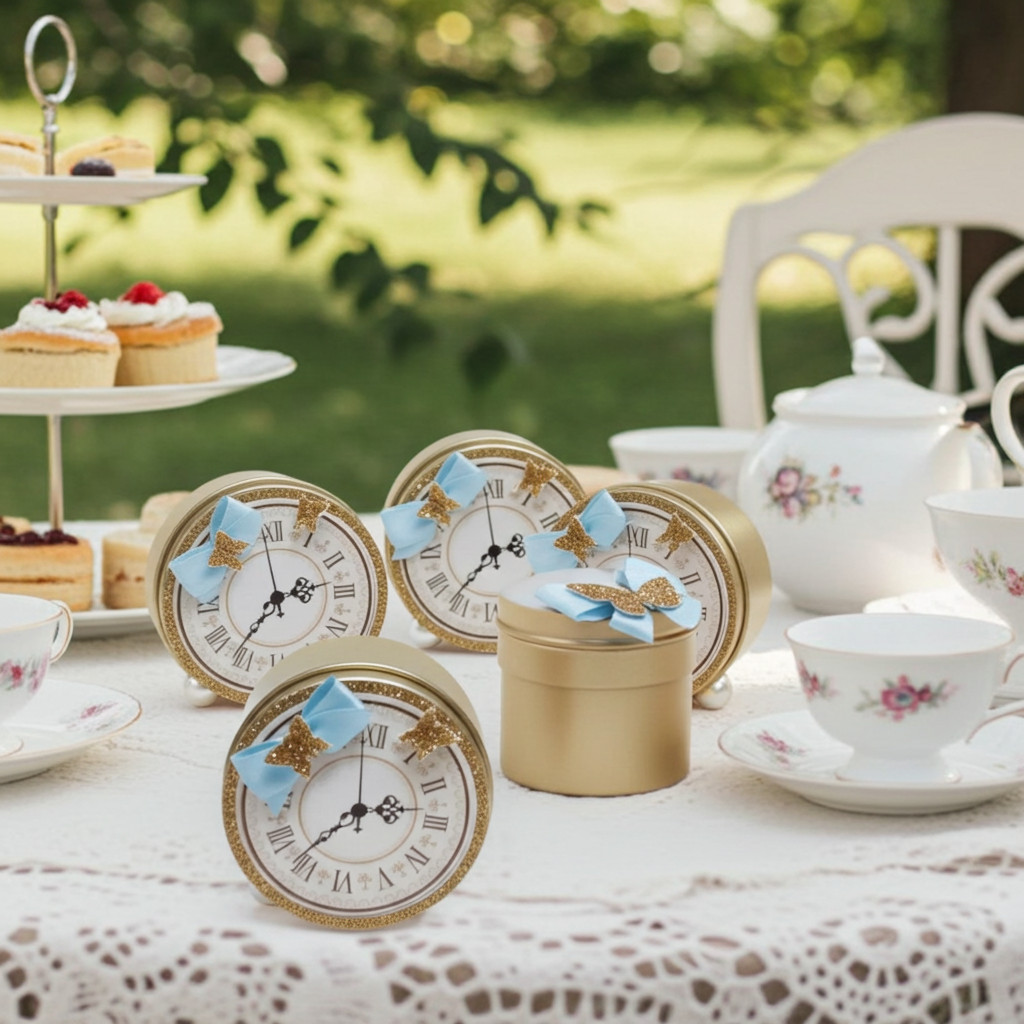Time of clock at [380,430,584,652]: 2:36
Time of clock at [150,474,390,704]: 2:36
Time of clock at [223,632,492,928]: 2:36
